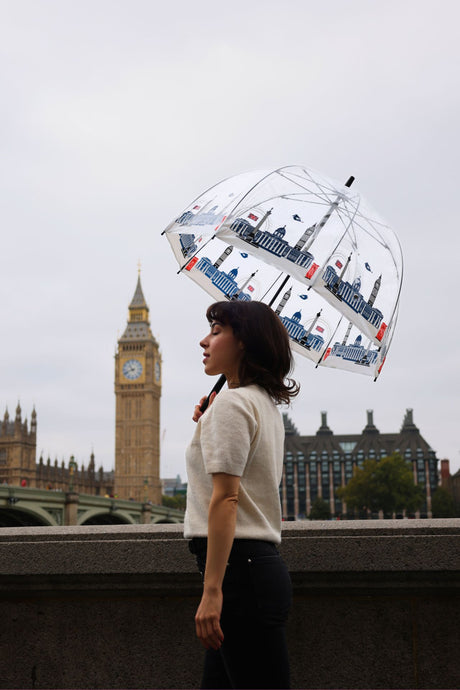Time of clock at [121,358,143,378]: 10:41
